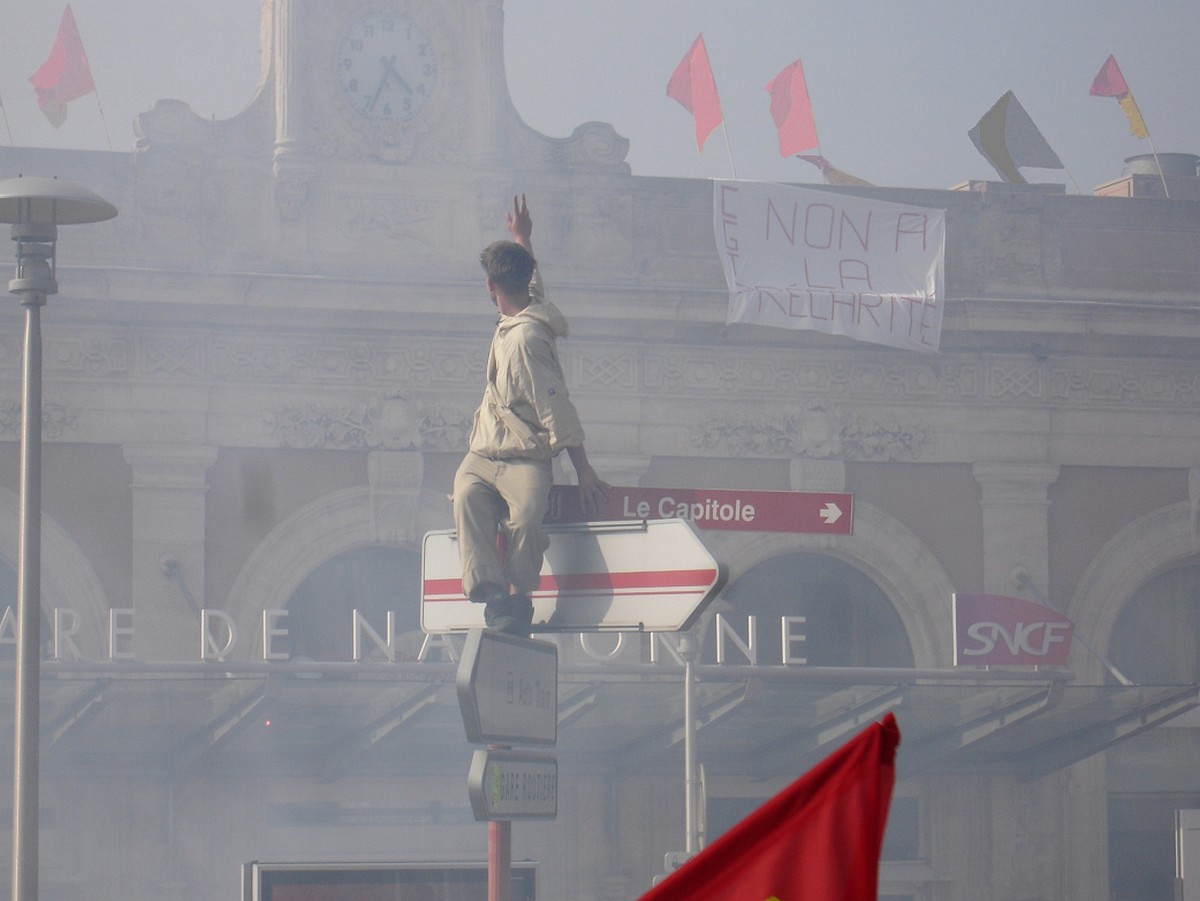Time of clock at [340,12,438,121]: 4:33
